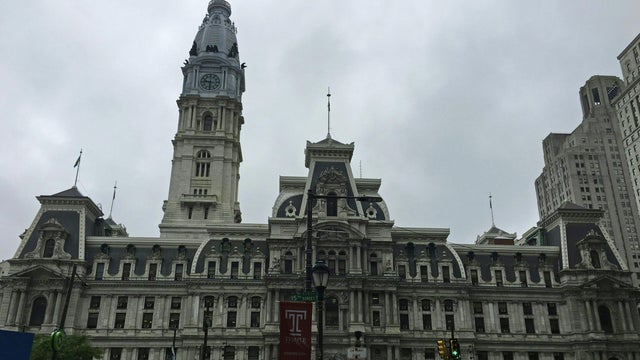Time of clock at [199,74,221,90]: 9:31
